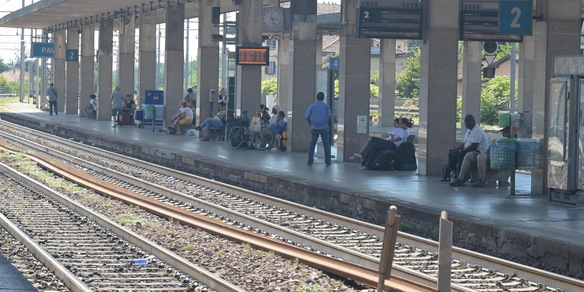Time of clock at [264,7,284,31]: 3:26
